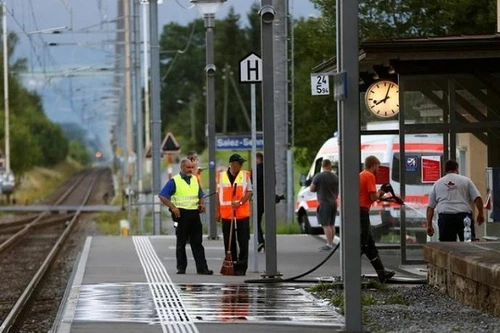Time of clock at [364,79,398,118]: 8:03
